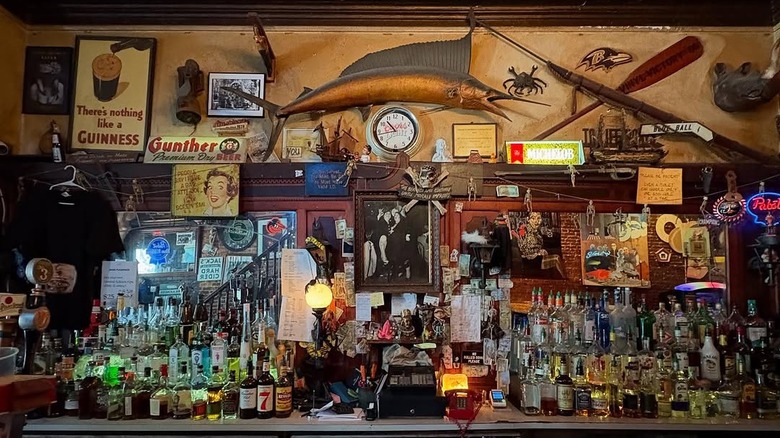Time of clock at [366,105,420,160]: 10:42
